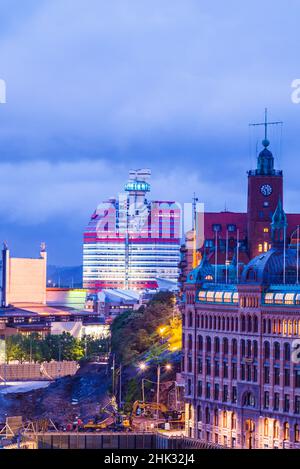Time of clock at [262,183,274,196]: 10:28
